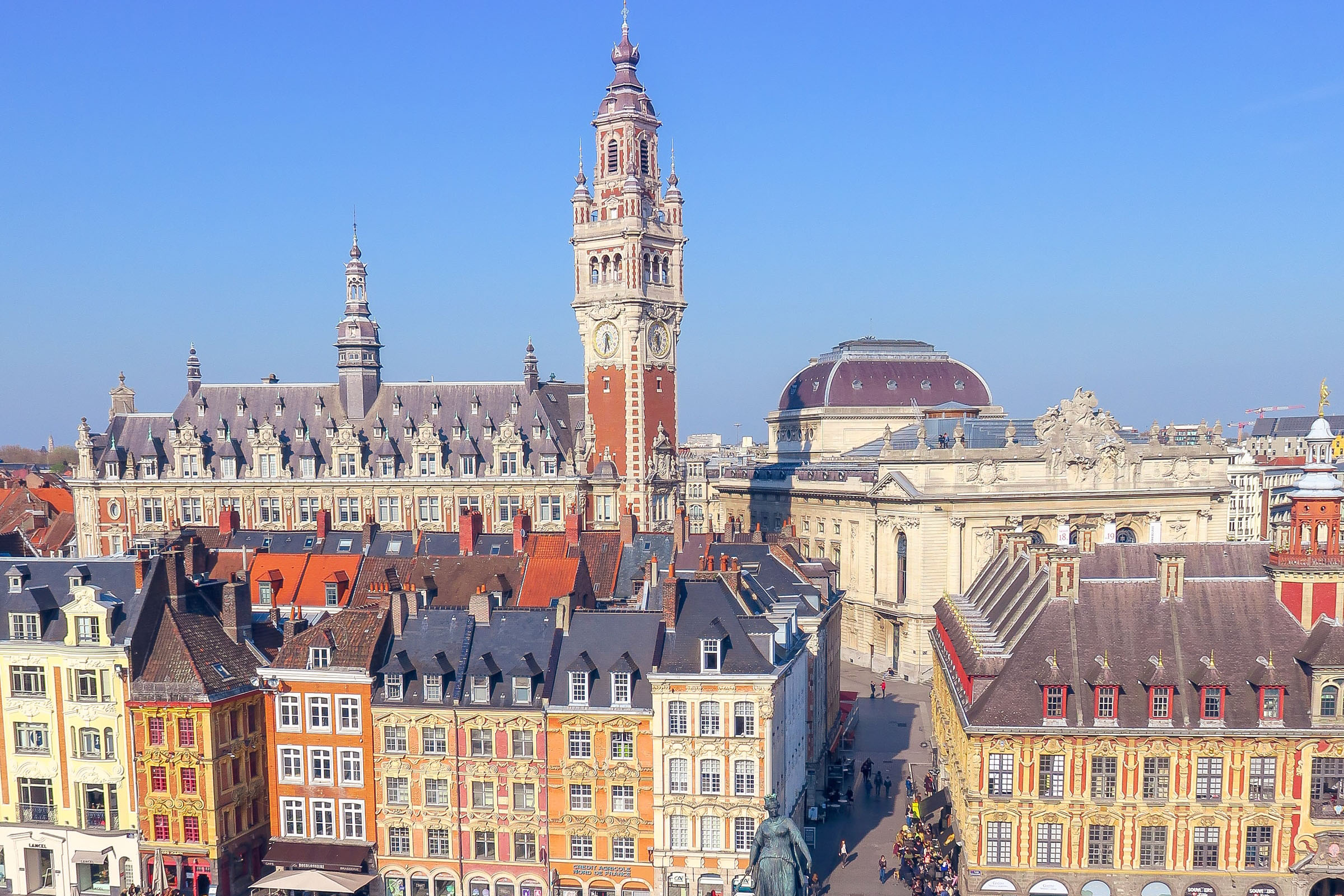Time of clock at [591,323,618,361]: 5:31
